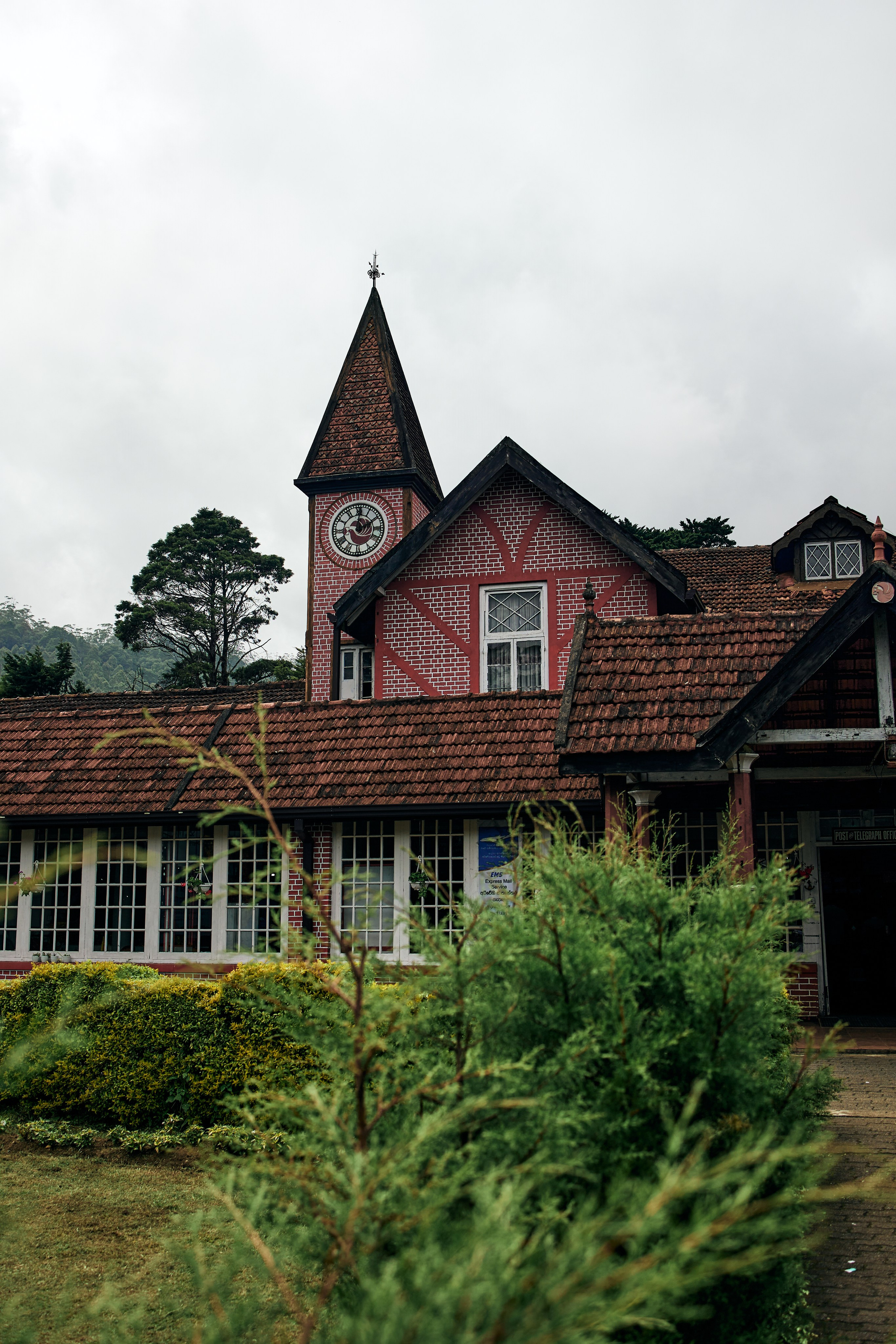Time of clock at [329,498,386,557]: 12:09
